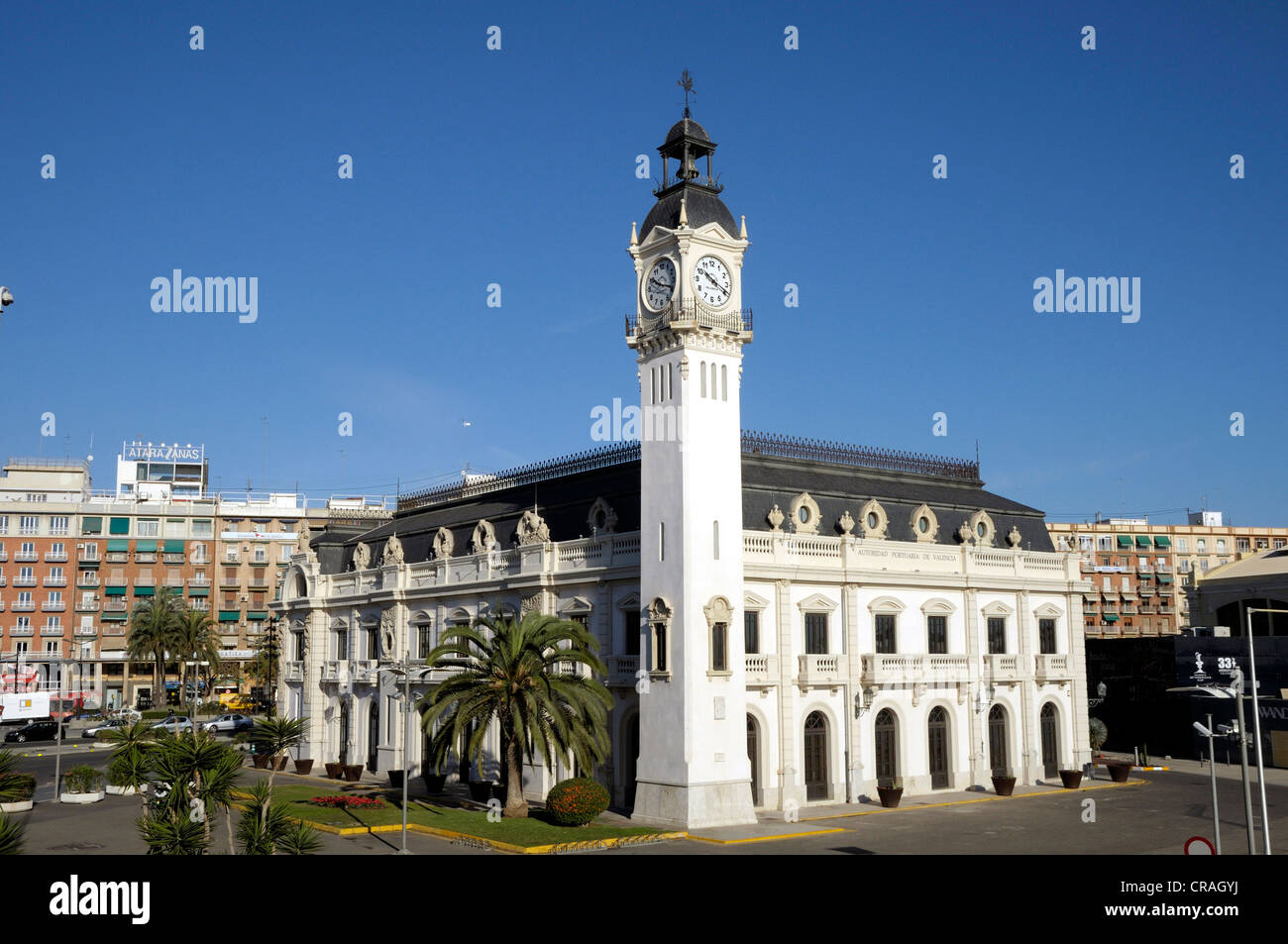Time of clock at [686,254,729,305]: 10:19
